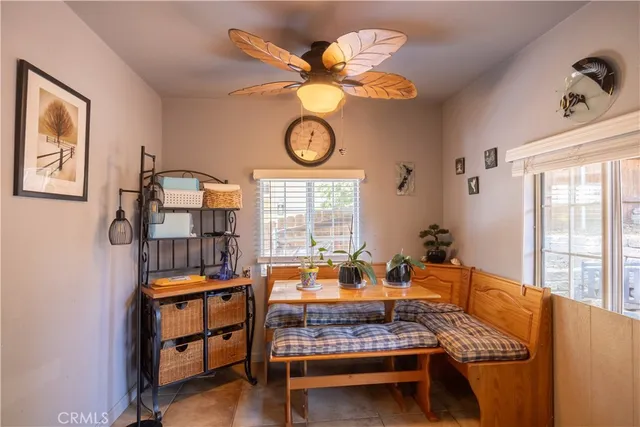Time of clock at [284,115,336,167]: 12:33
